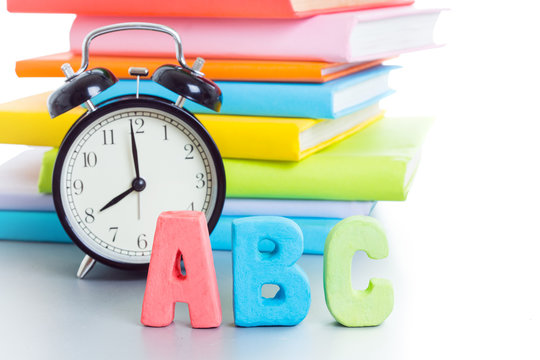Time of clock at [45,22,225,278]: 7:59
